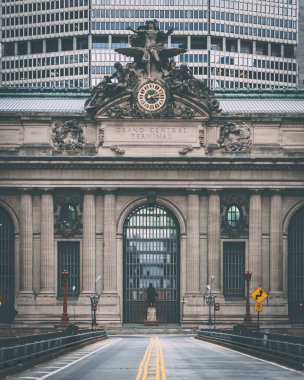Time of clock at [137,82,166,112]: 7:15
